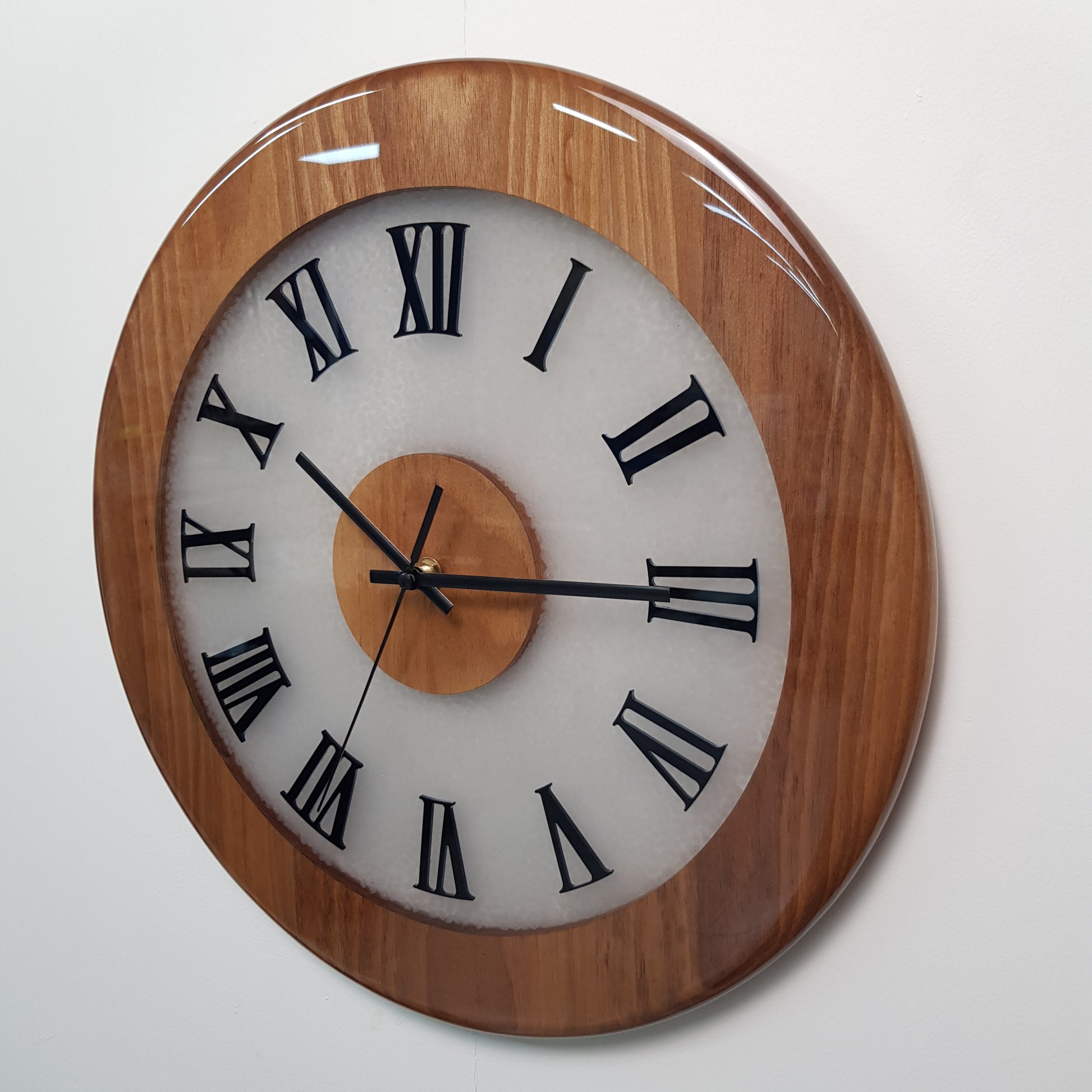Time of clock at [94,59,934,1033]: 10:14
